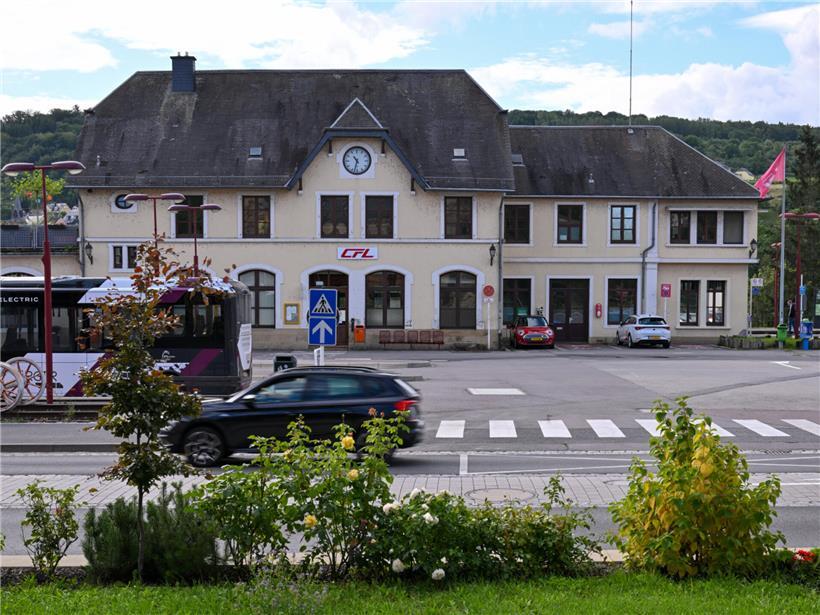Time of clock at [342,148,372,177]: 10:32
